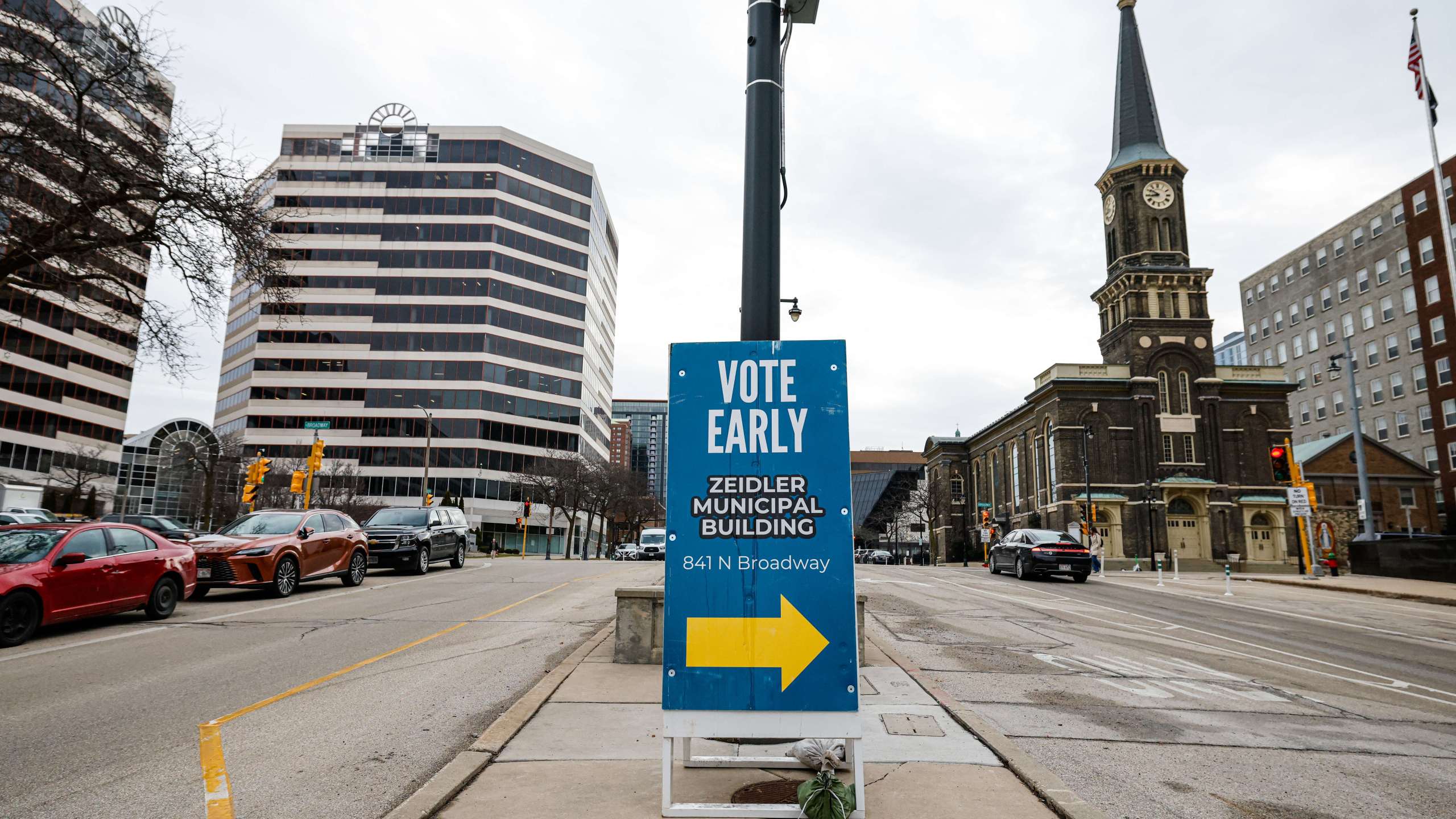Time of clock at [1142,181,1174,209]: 8:50
